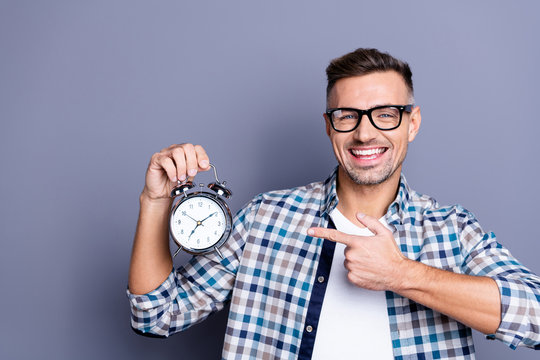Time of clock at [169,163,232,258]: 7:09
